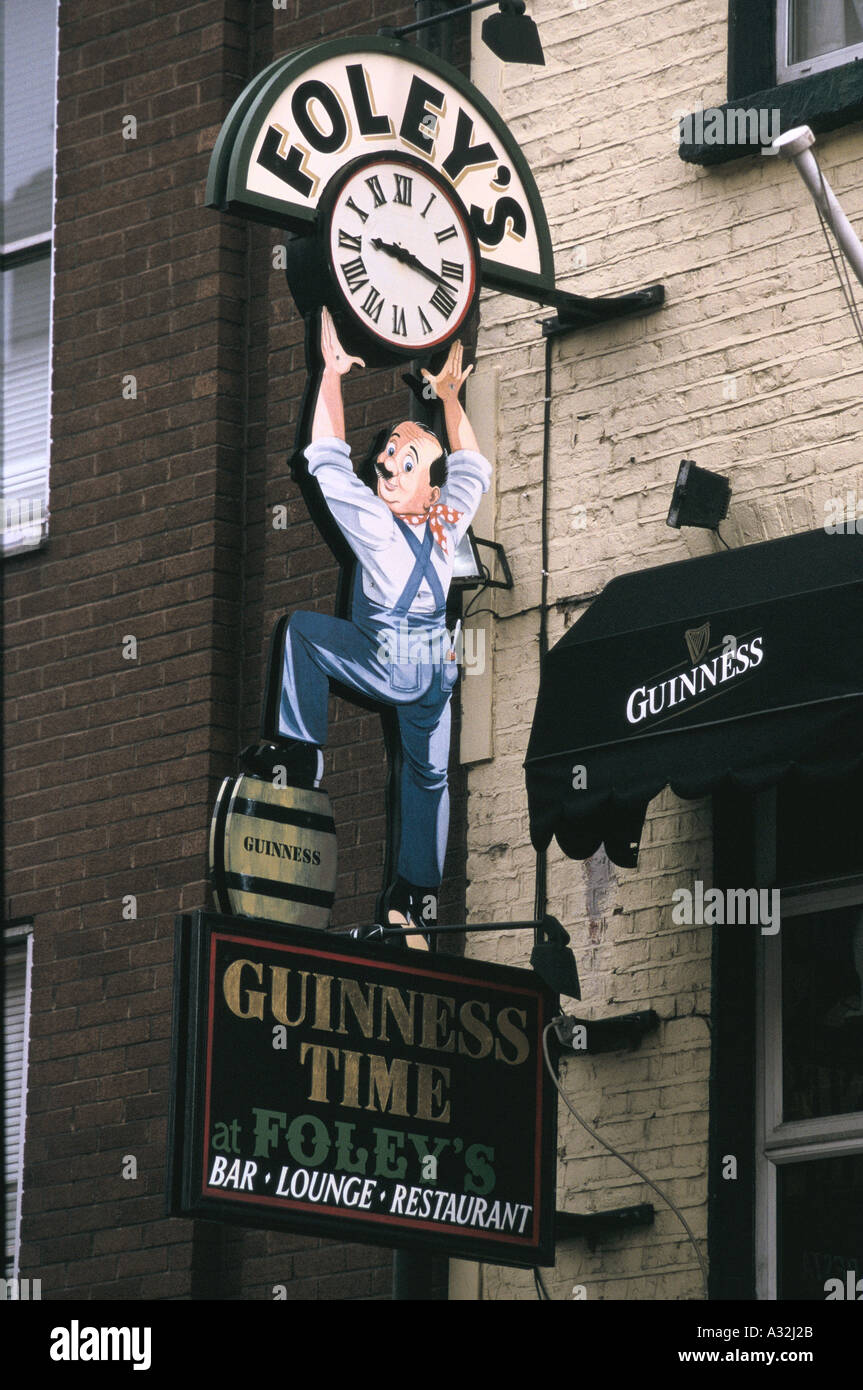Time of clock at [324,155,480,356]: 9:17
